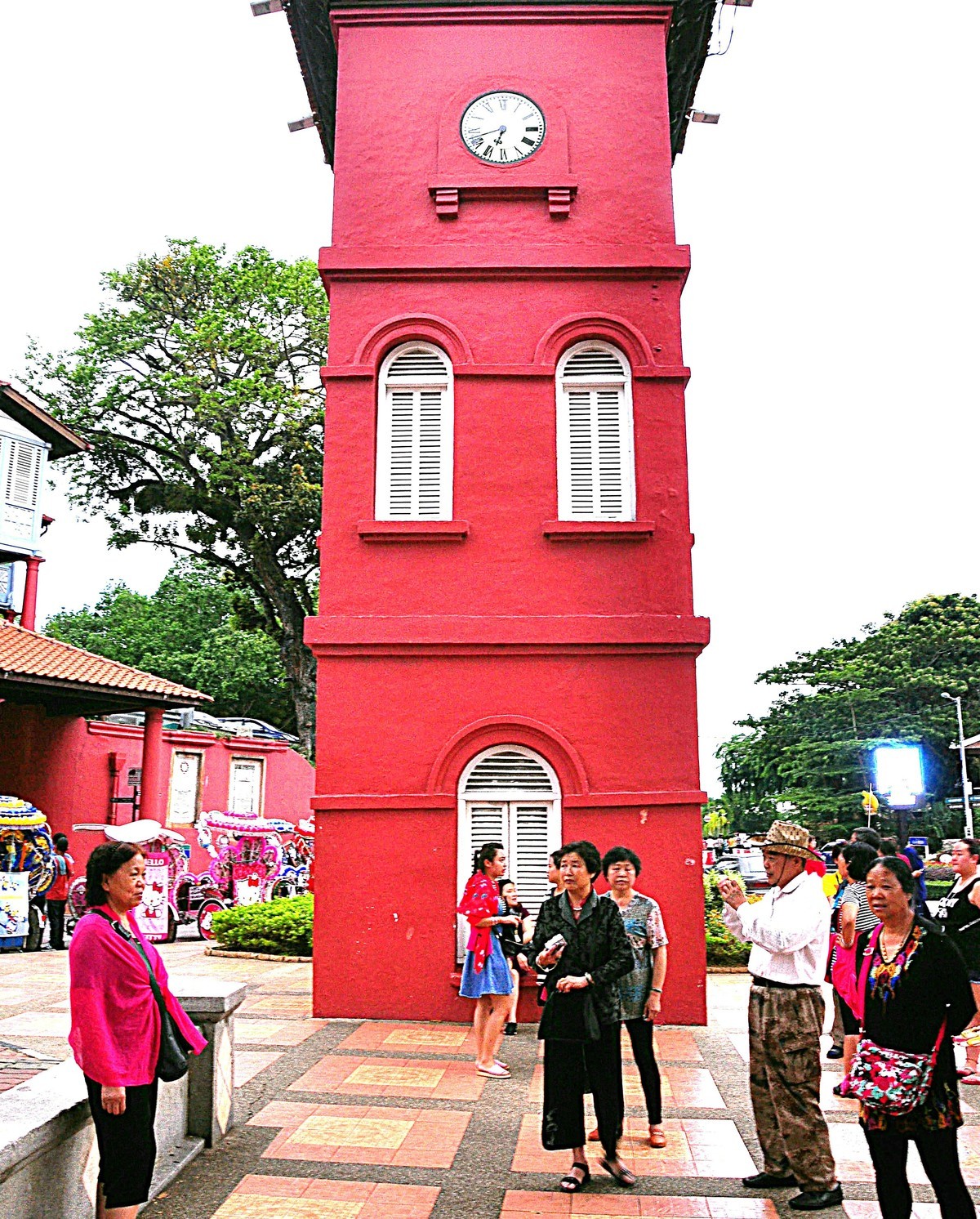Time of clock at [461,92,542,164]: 6:41
